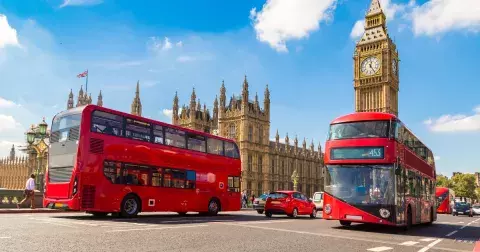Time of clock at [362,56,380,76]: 12:24
